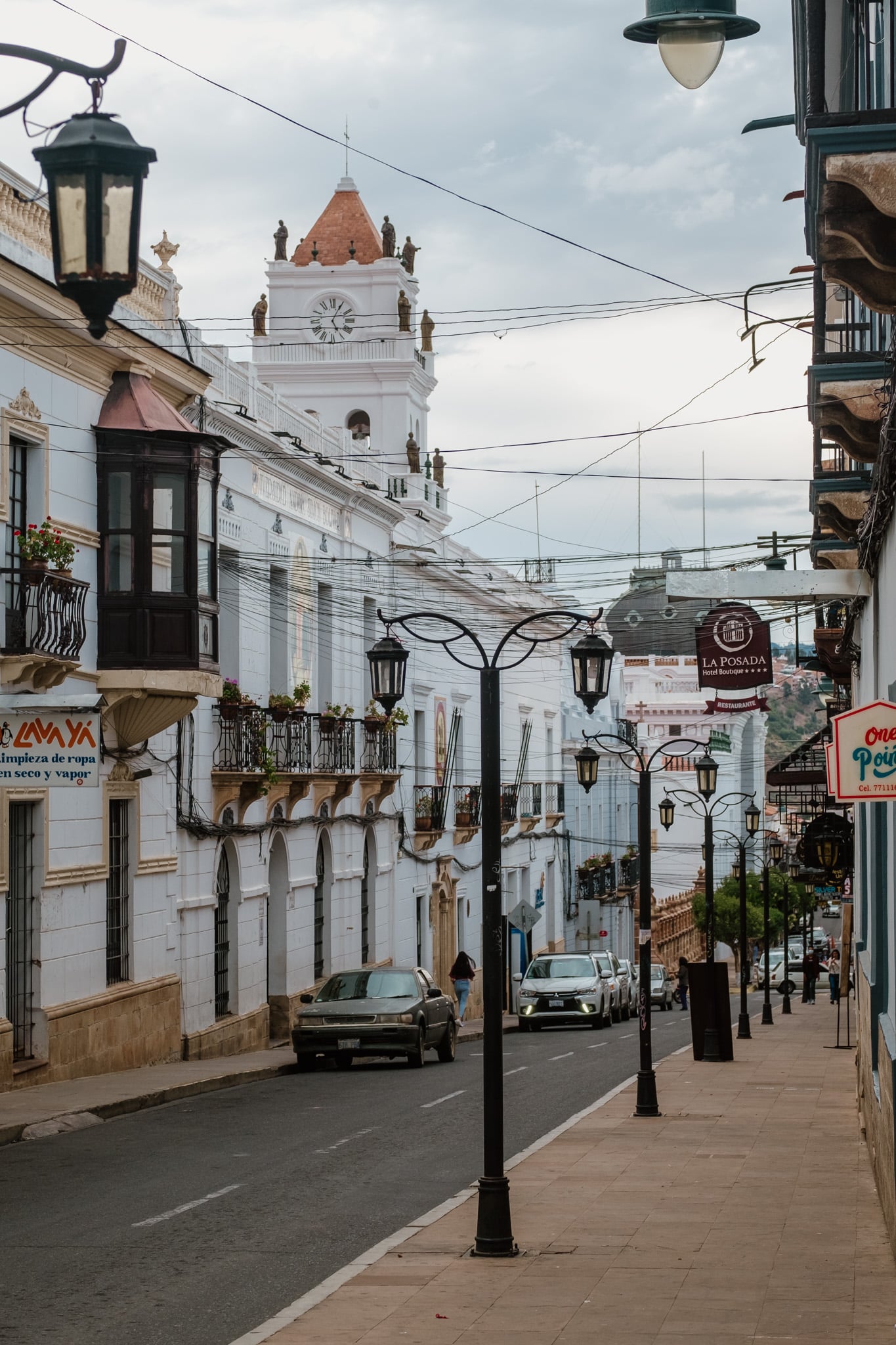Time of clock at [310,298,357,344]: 5:04
